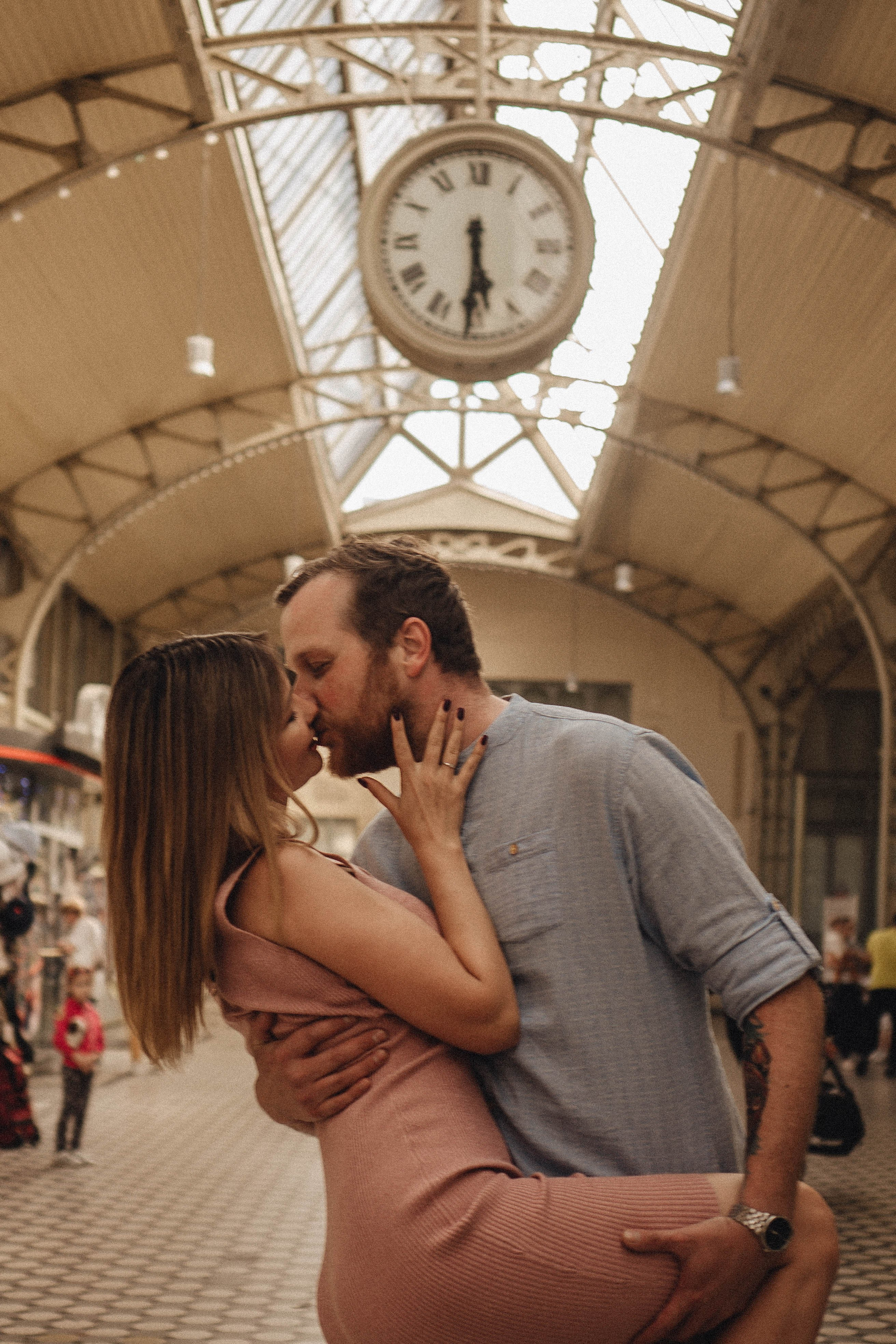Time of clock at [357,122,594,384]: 5:30
